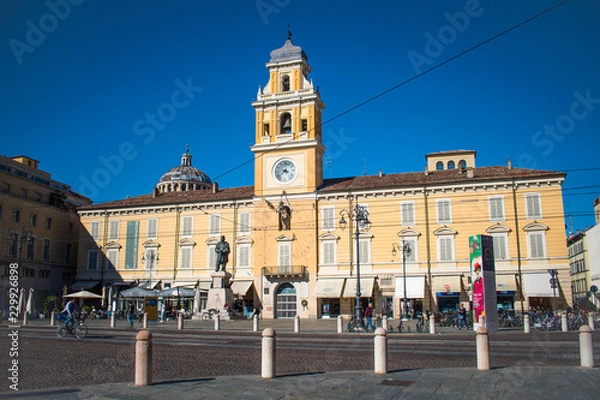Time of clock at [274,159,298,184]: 3:37
